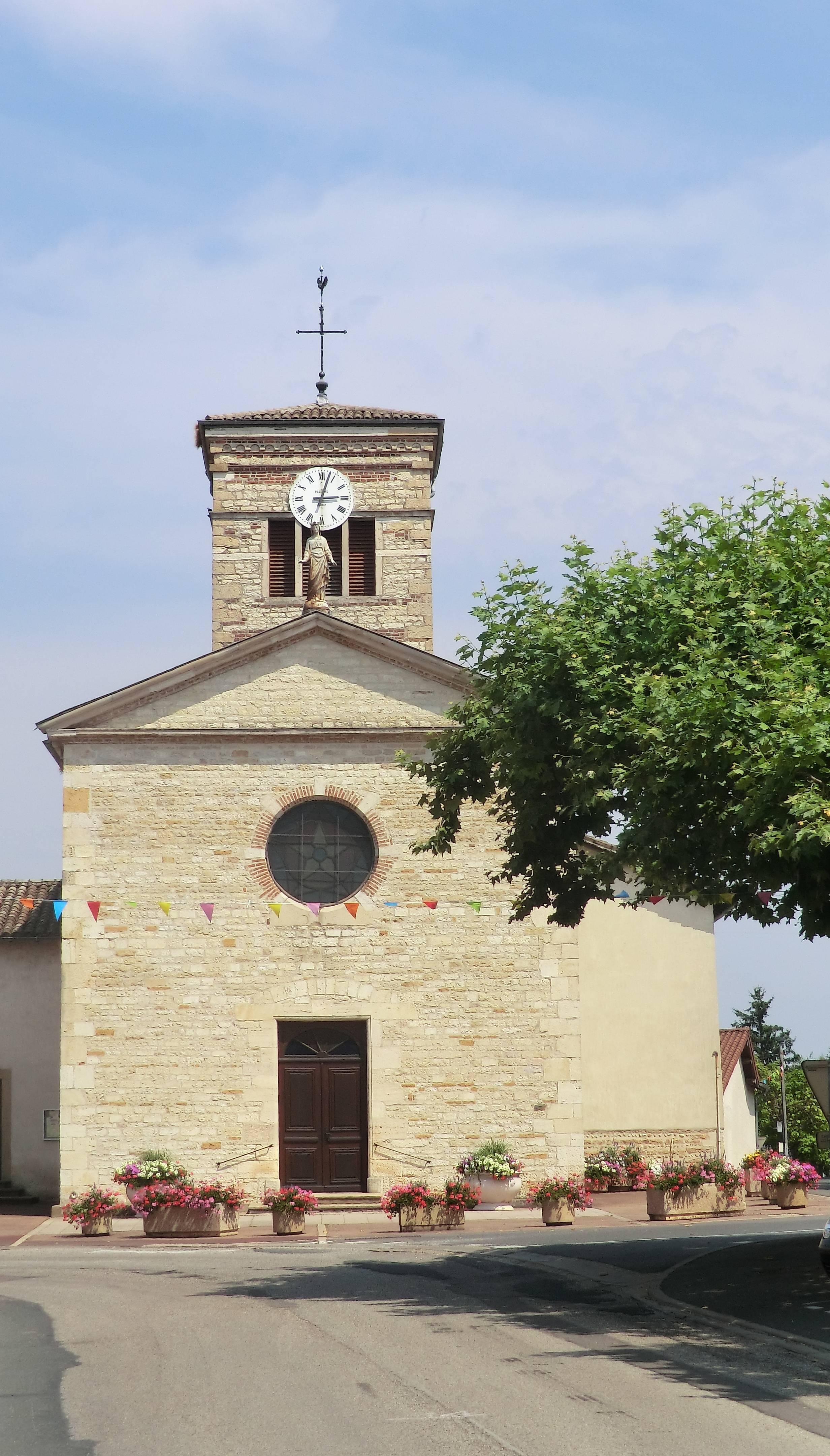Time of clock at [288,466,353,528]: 3:02
